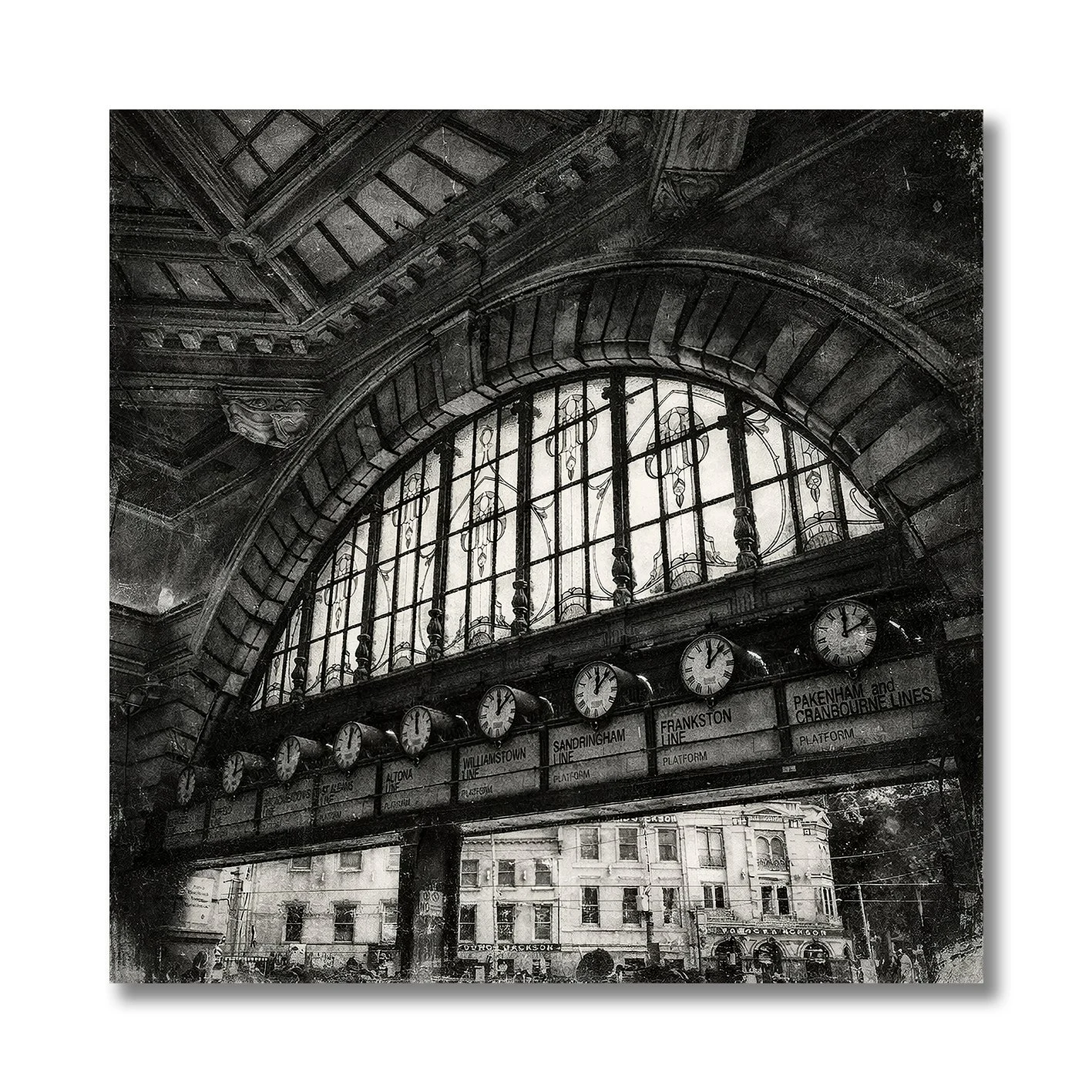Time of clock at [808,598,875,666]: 12:09
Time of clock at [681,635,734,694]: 12:07
